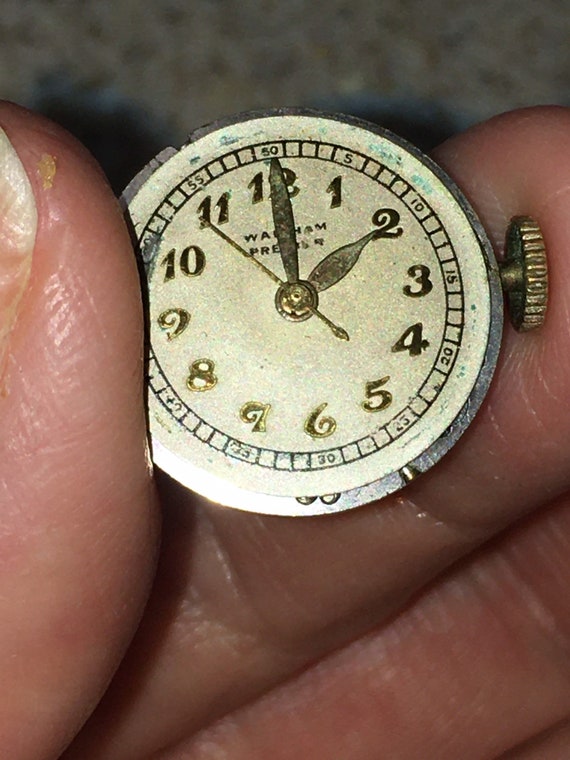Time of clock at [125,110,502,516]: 1:59
